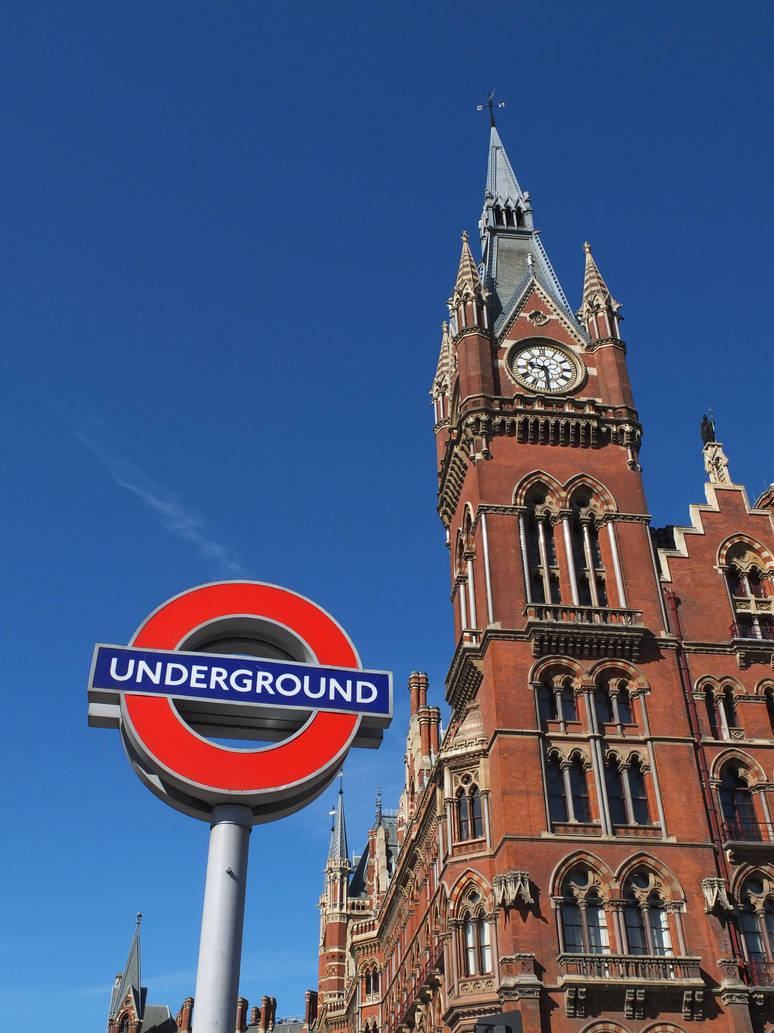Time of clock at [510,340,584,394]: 9:29
